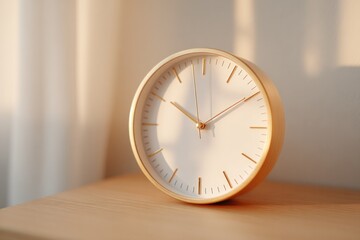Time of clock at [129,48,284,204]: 10:09
